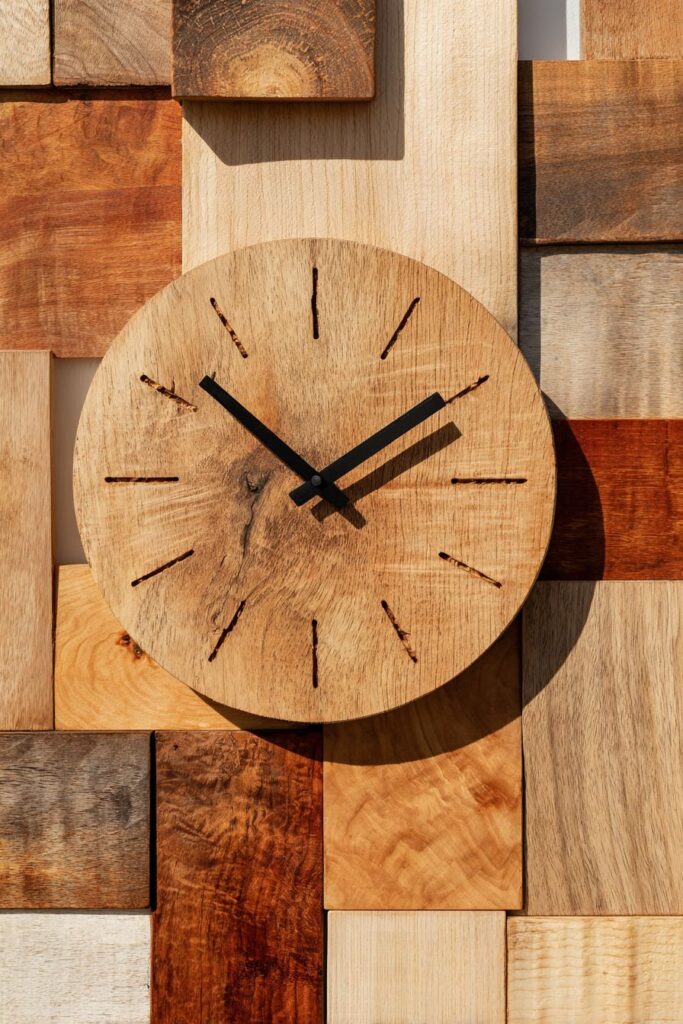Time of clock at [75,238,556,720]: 1:51
